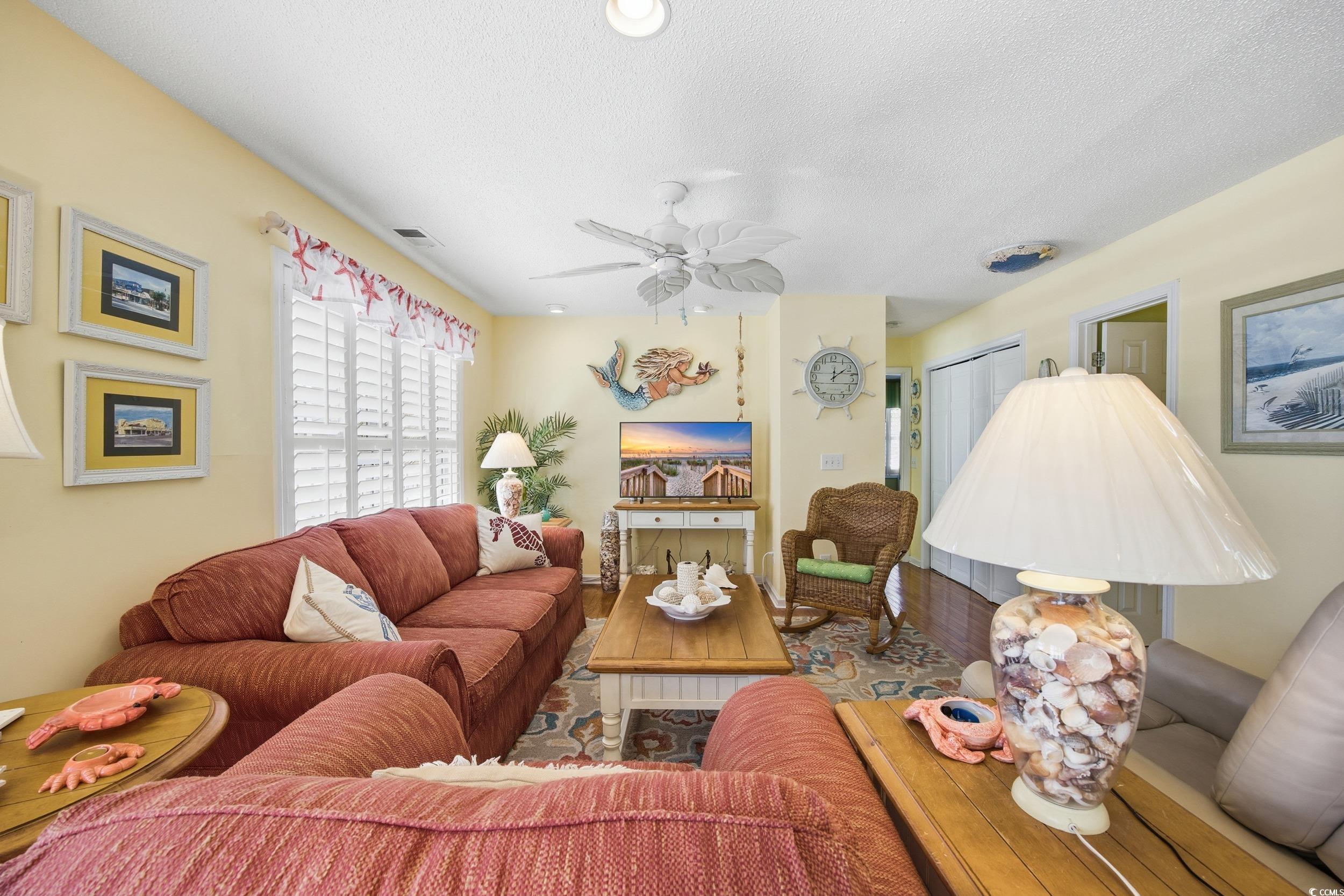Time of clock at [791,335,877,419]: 12:09
